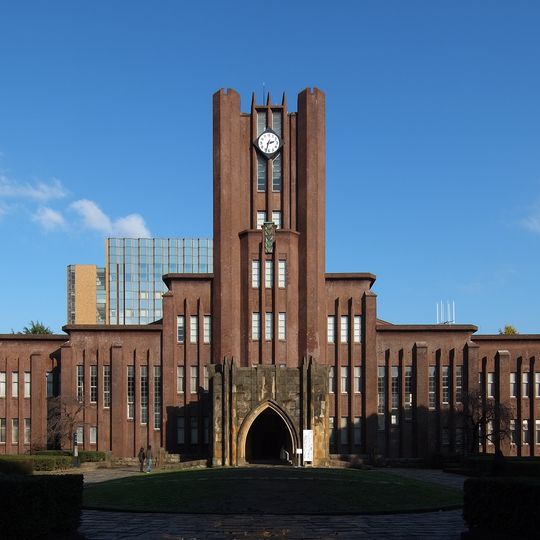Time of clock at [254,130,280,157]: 2:33
